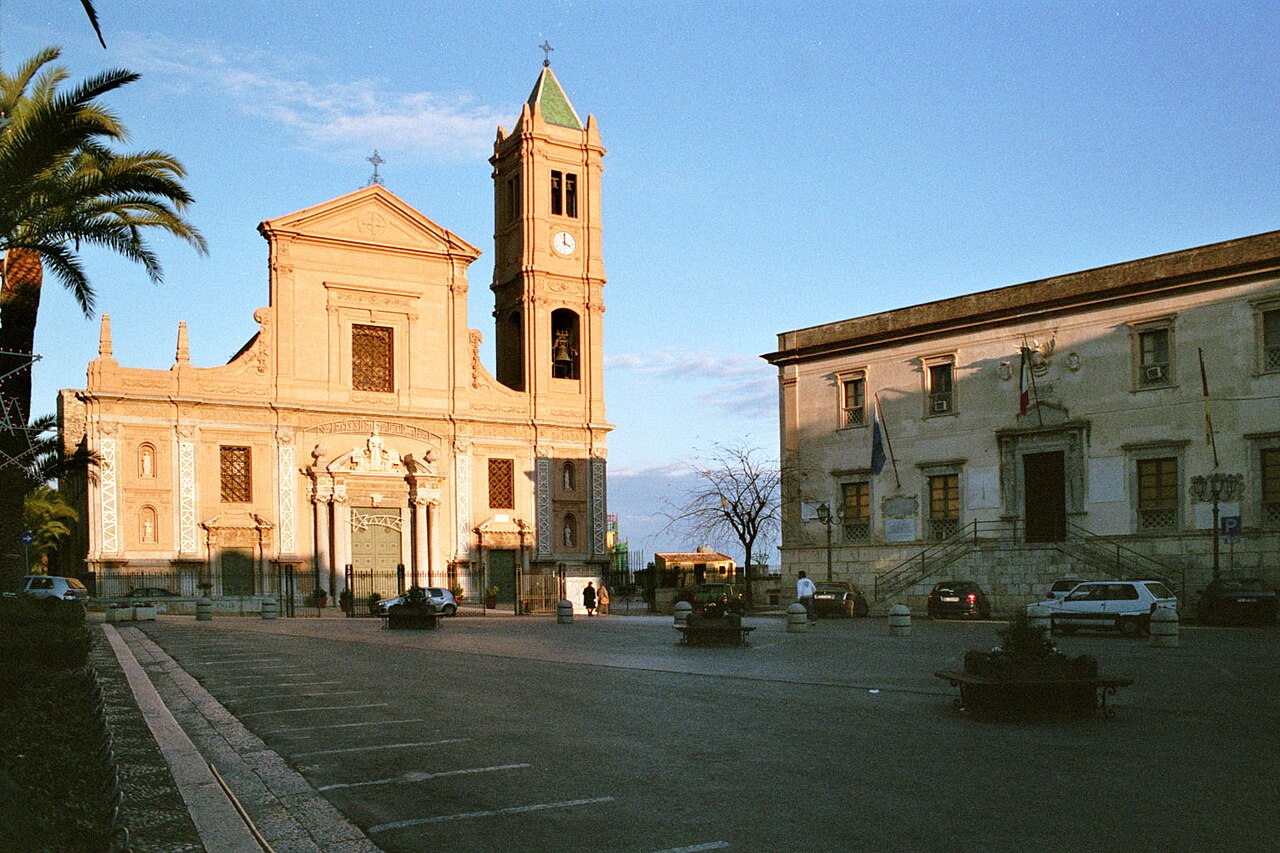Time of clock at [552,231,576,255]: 4:00
